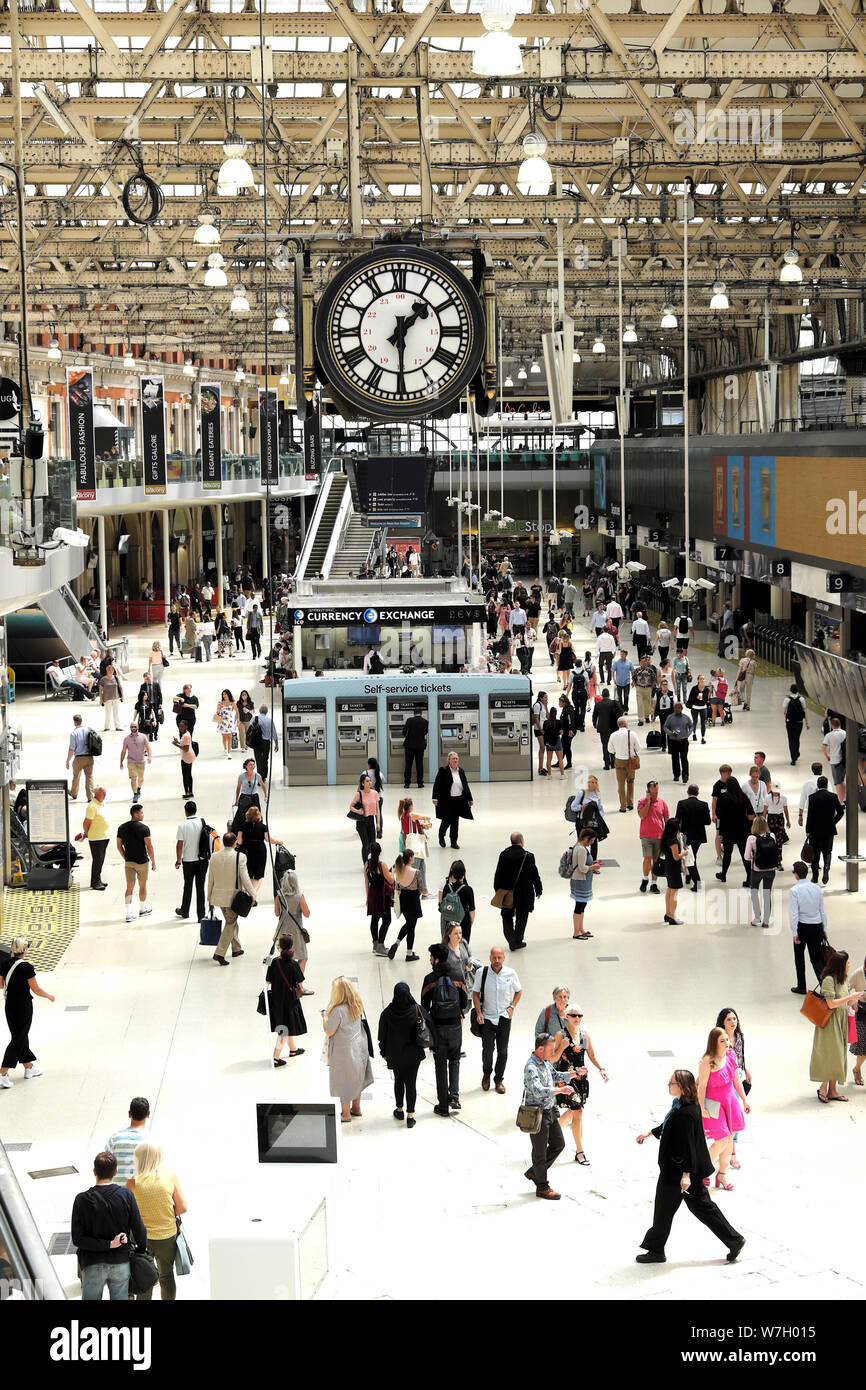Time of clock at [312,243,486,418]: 1:29
